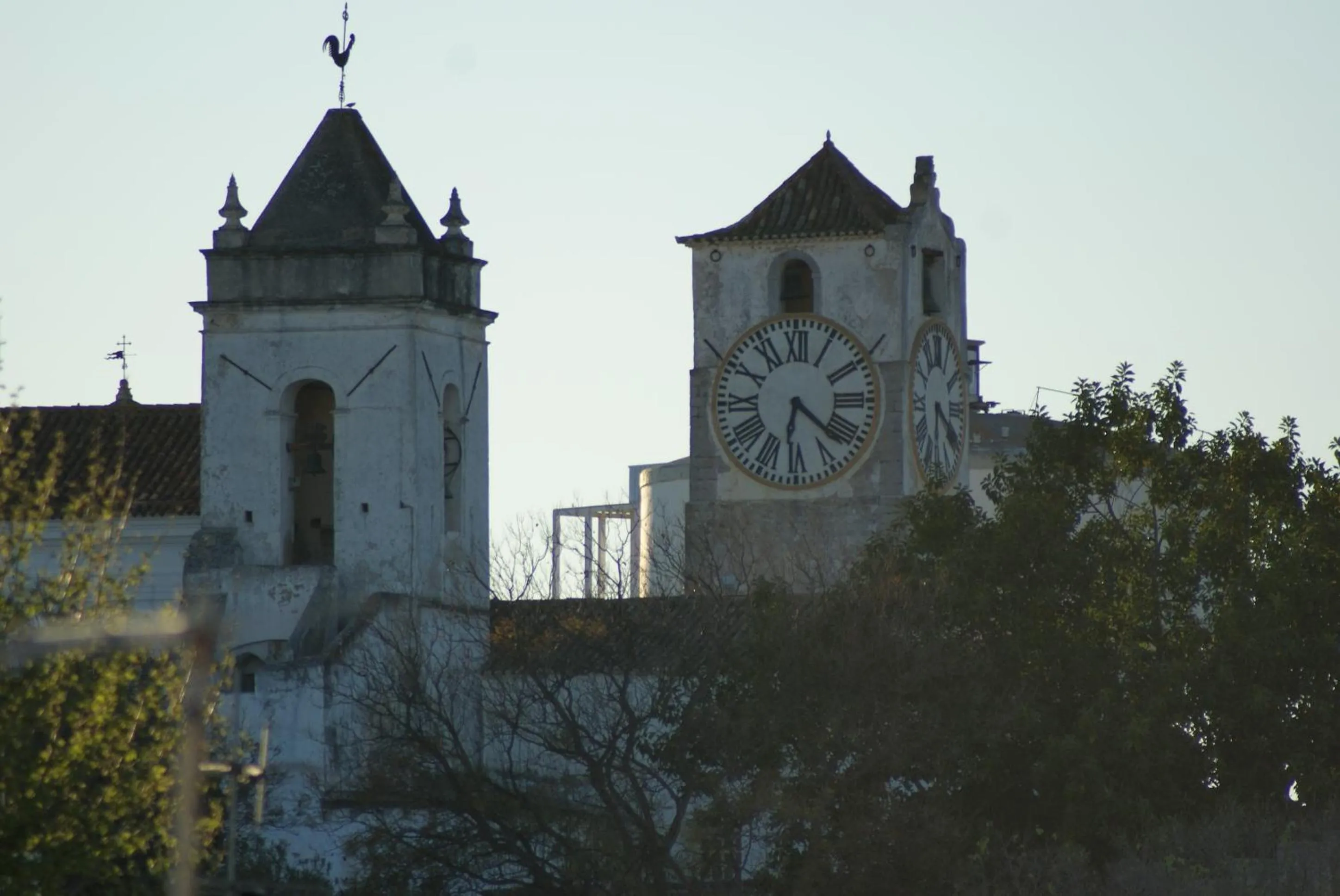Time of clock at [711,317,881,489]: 6:21
